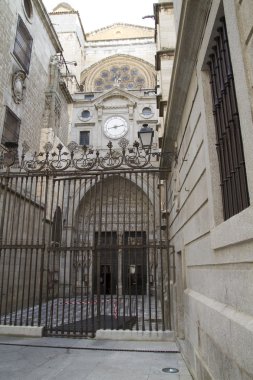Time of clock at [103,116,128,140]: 2:42
